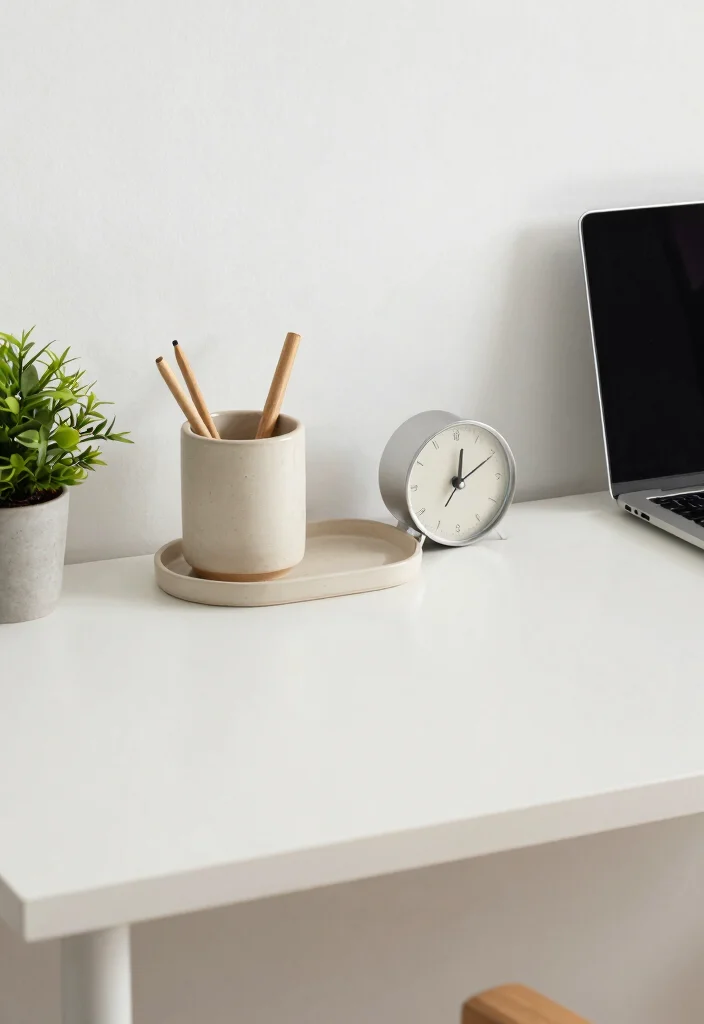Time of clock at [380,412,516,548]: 12:10
